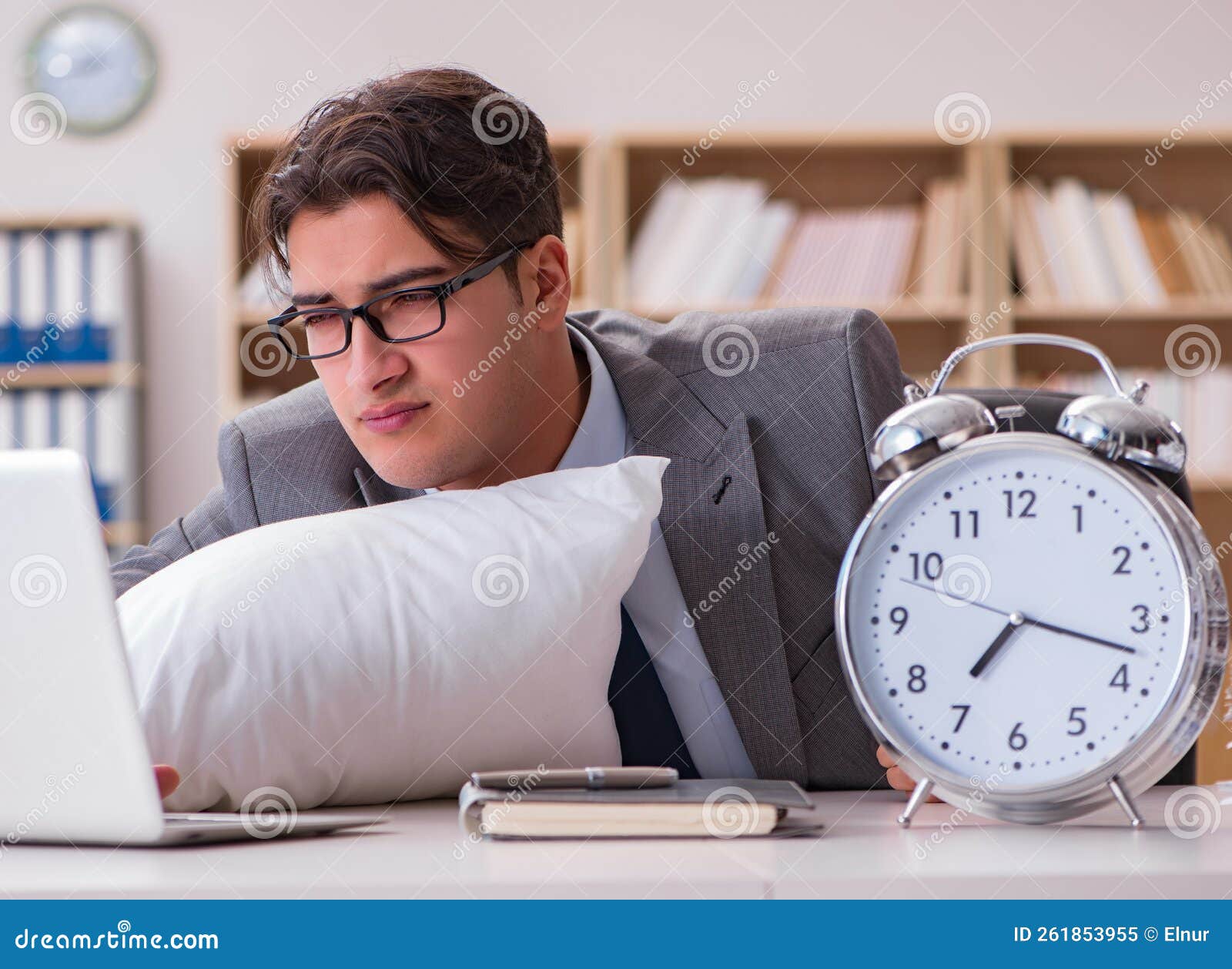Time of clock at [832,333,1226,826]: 7:17
